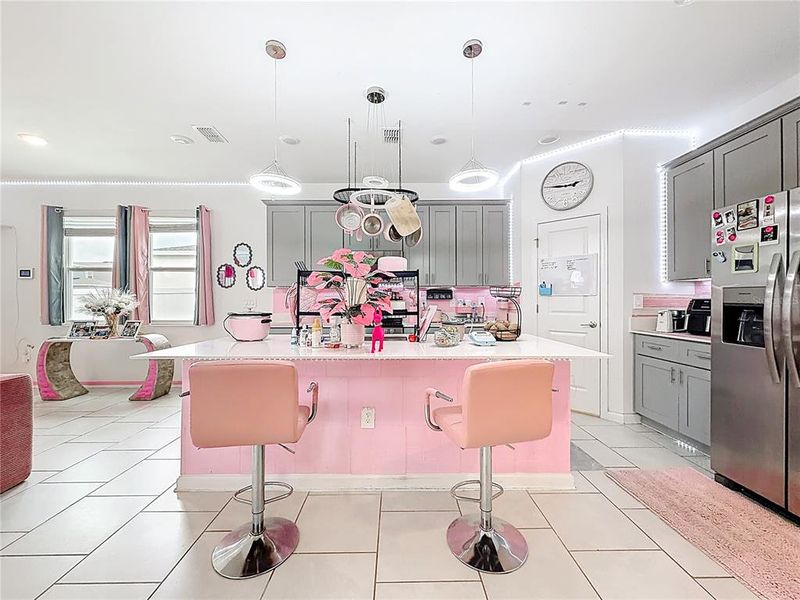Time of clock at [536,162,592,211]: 2:46
